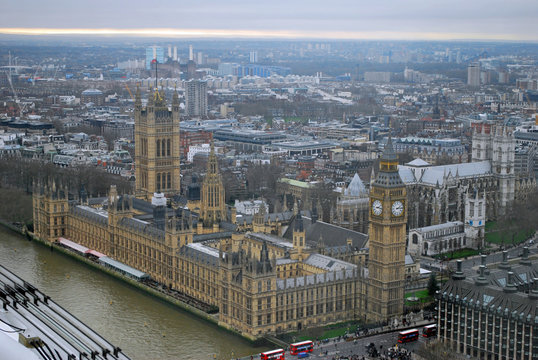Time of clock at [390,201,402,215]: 2:15
